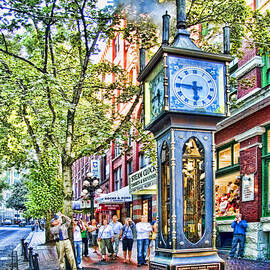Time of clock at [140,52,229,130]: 5:45
